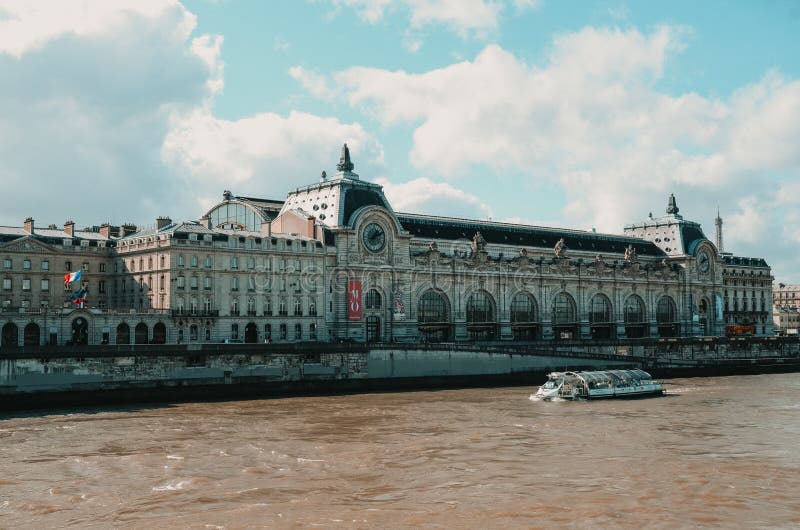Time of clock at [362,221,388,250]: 1:11
